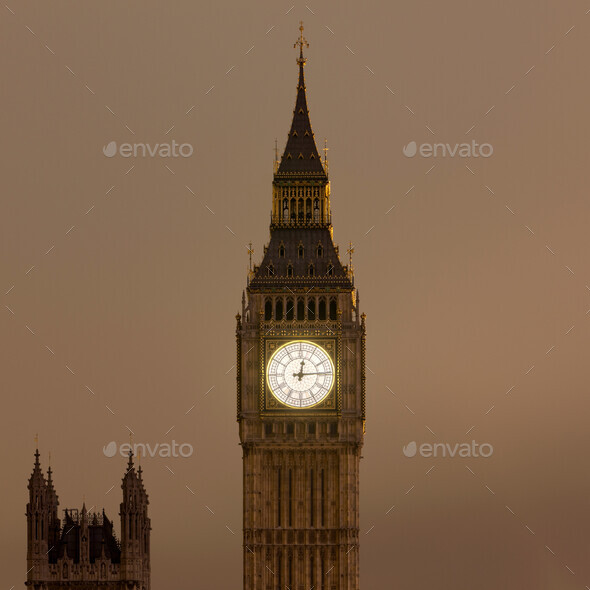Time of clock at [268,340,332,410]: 12:14
